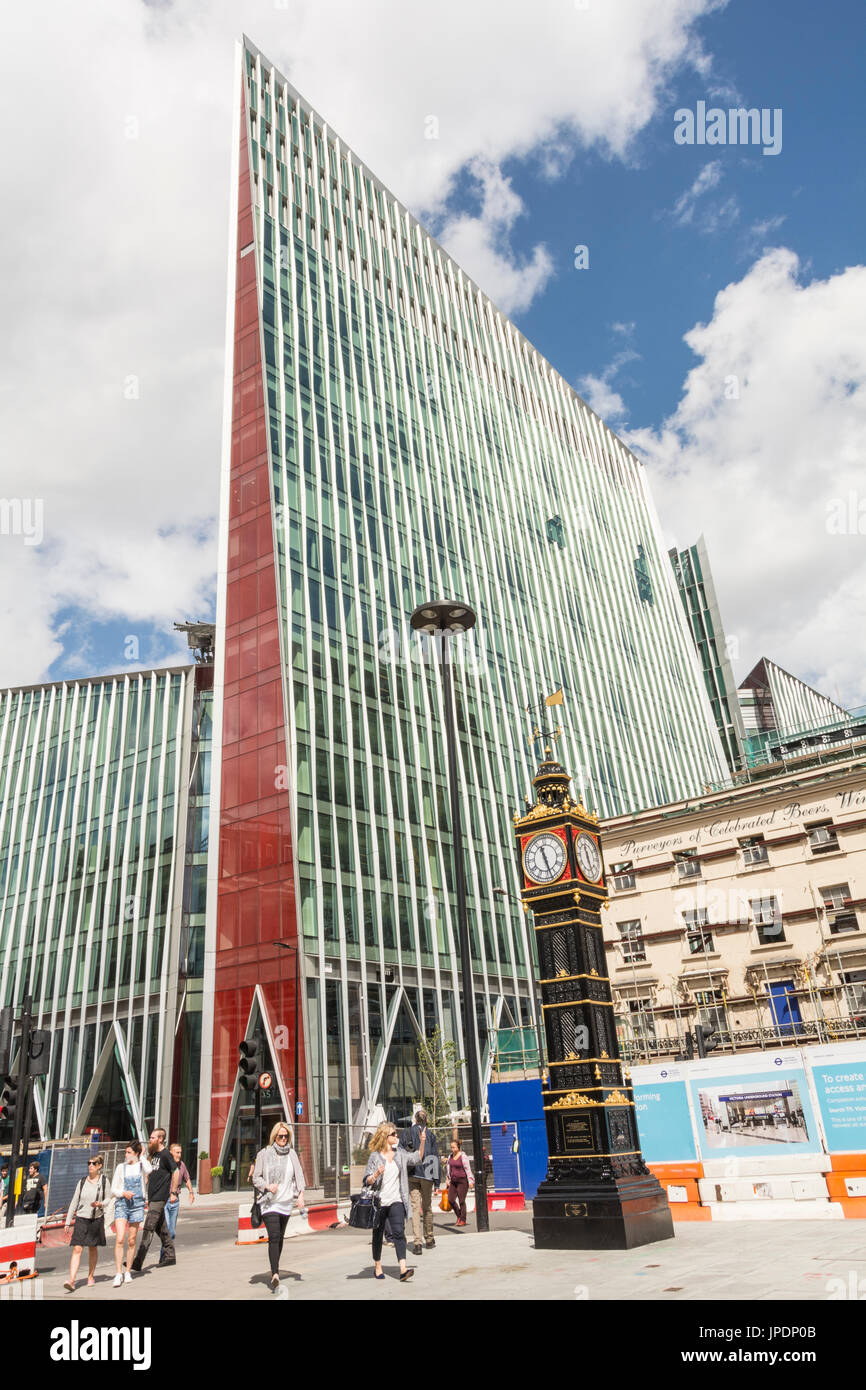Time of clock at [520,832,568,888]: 11:27
